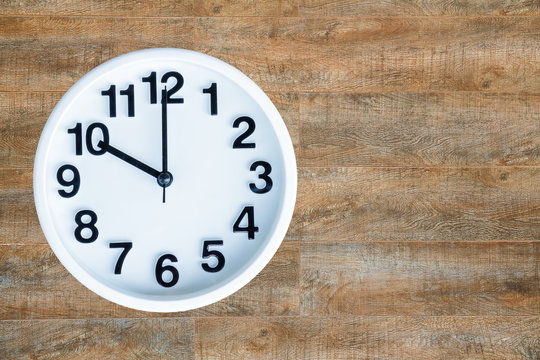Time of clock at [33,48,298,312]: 10:00
